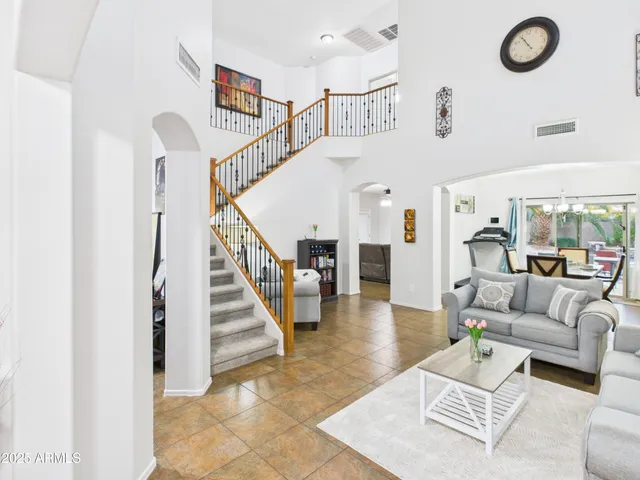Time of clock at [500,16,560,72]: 4:54
